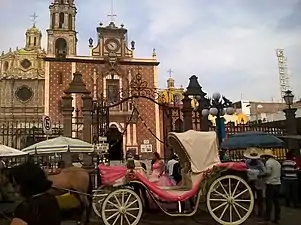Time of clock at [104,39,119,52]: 4:52
